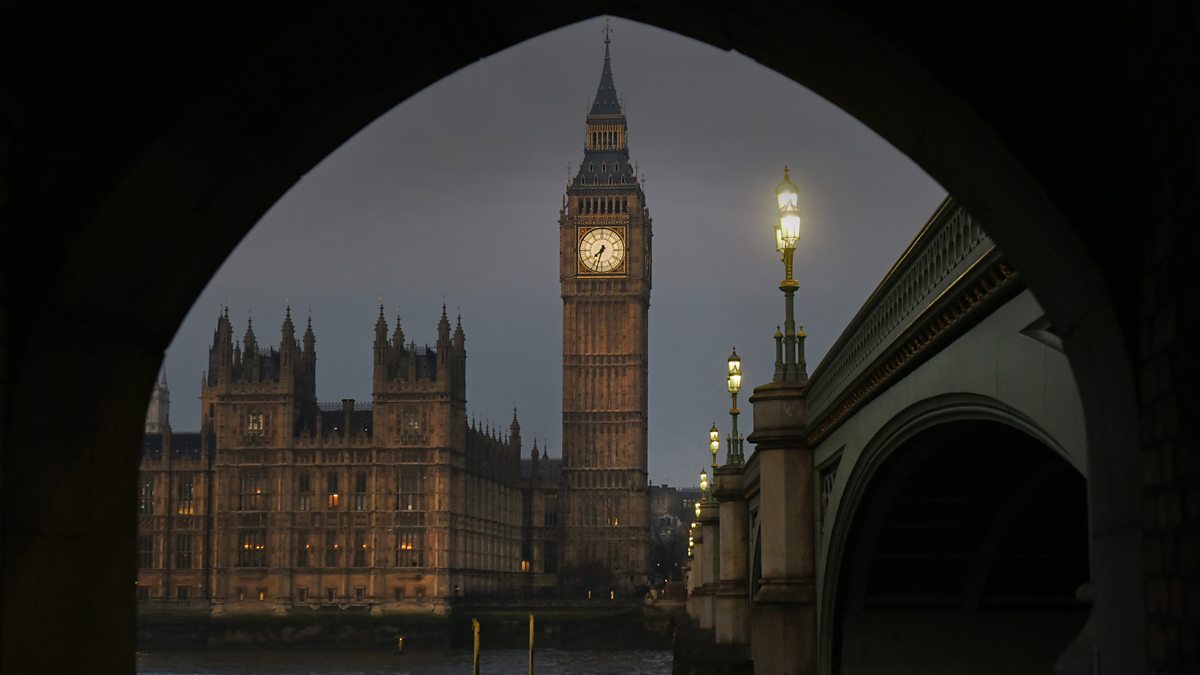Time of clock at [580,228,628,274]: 7:32
